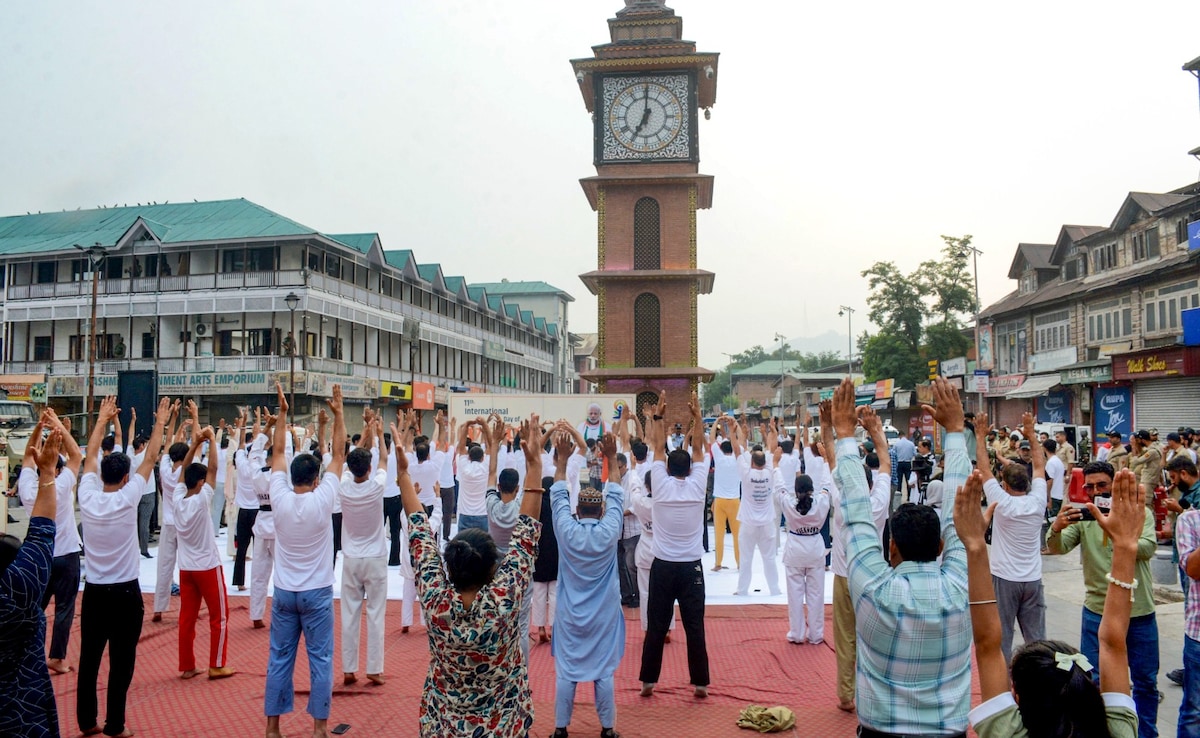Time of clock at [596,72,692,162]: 7:00
